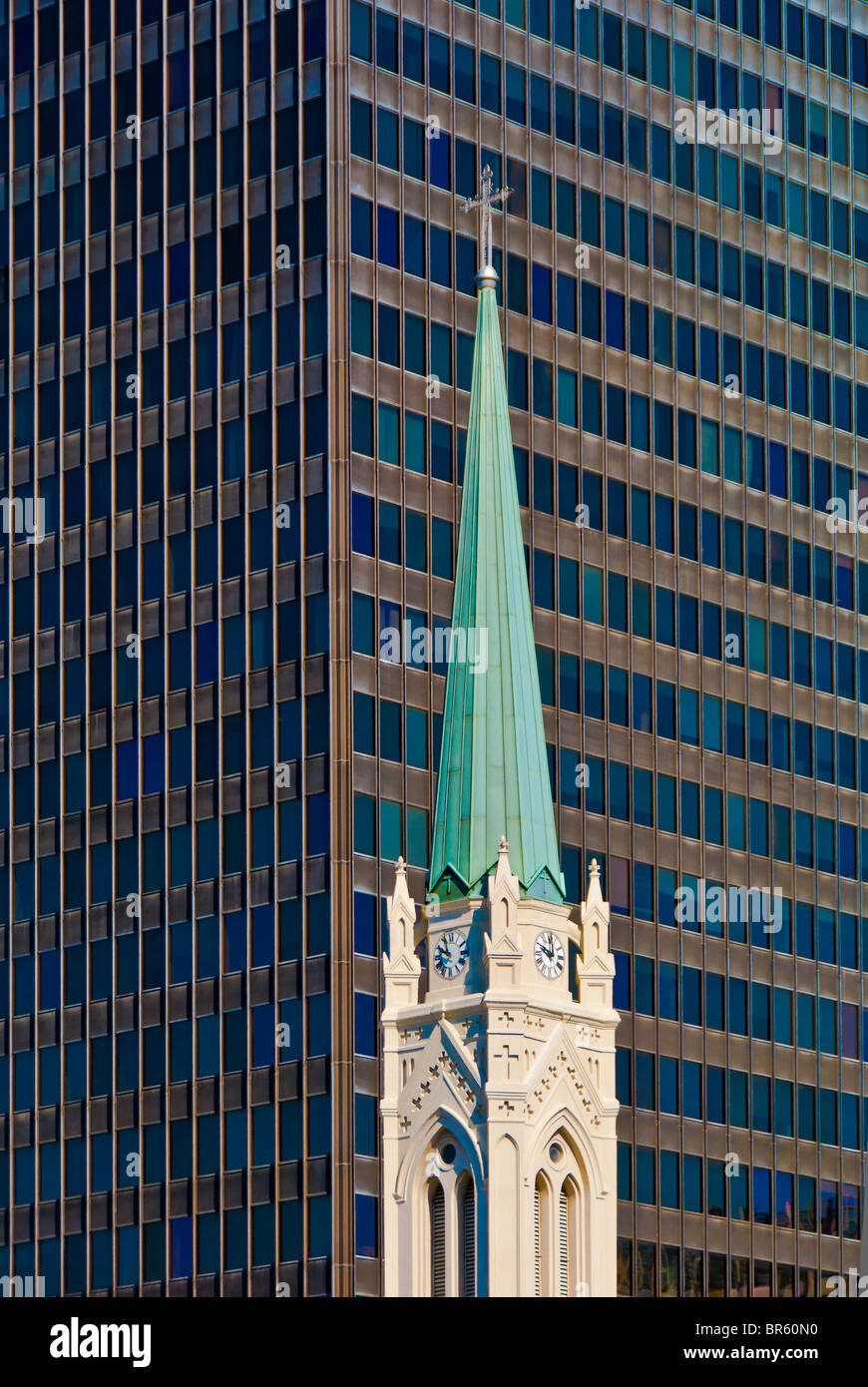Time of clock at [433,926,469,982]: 9:57
